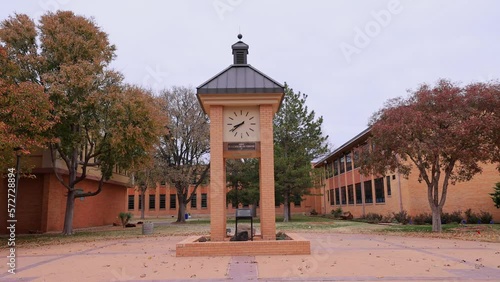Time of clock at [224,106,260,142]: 8:38
